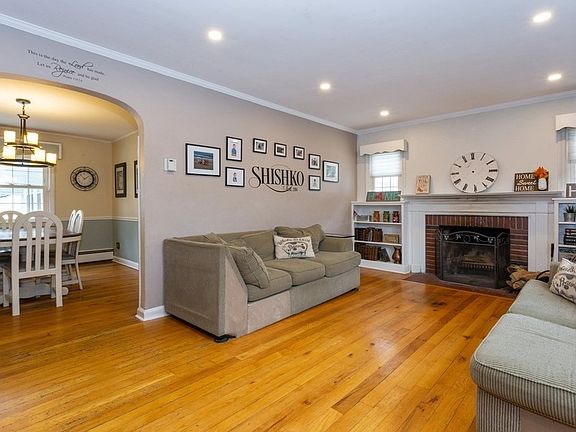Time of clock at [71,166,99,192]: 1:53
